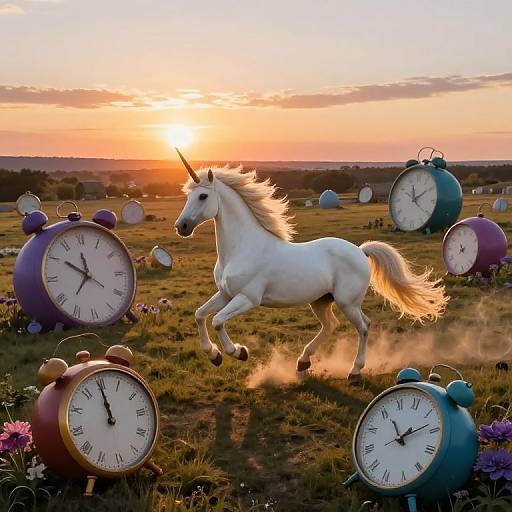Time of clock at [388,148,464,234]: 11:09
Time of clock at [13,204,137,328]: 11:50
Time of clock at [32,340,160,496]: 11:59
